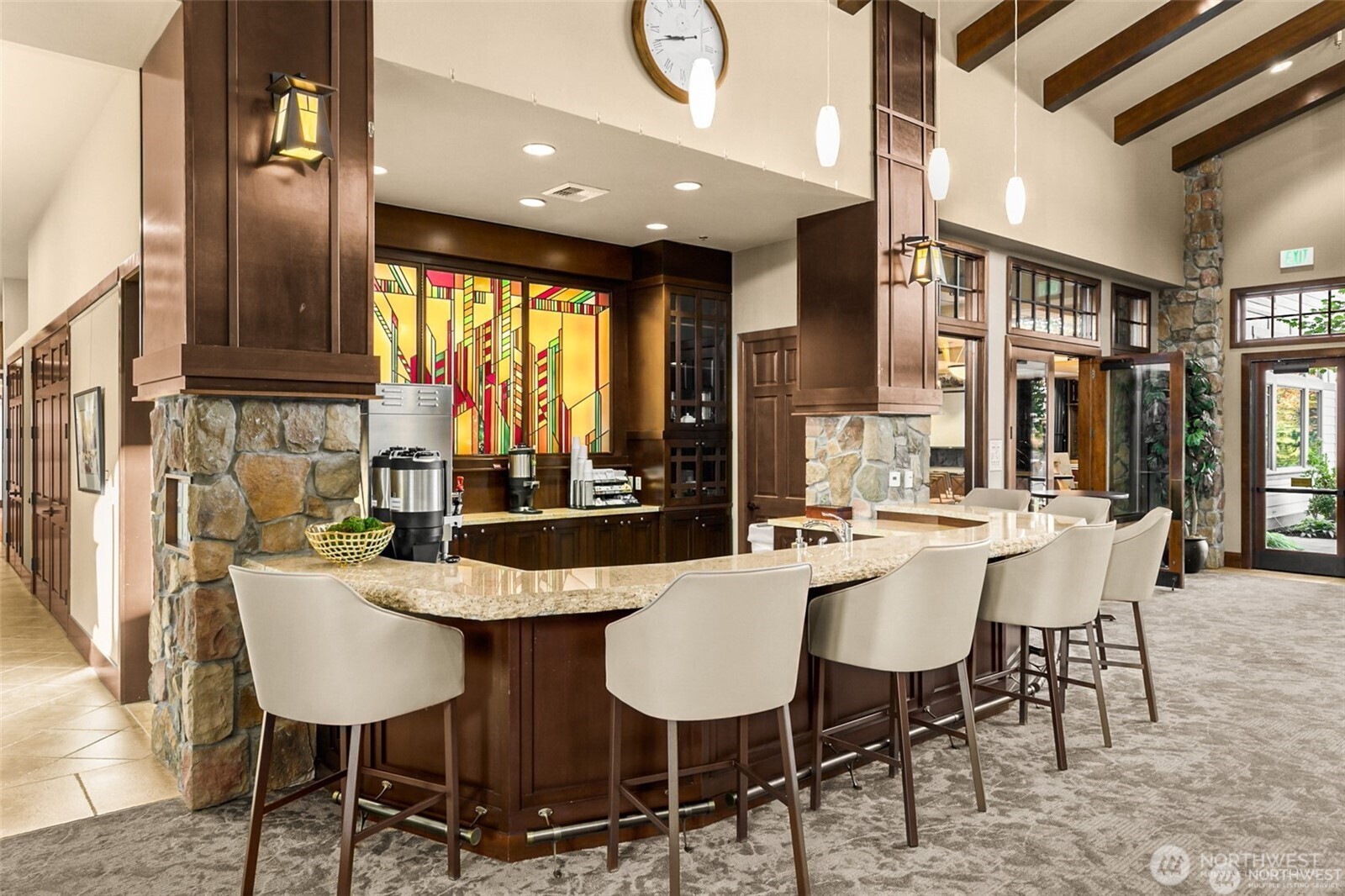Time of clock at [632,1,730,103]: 8:42
